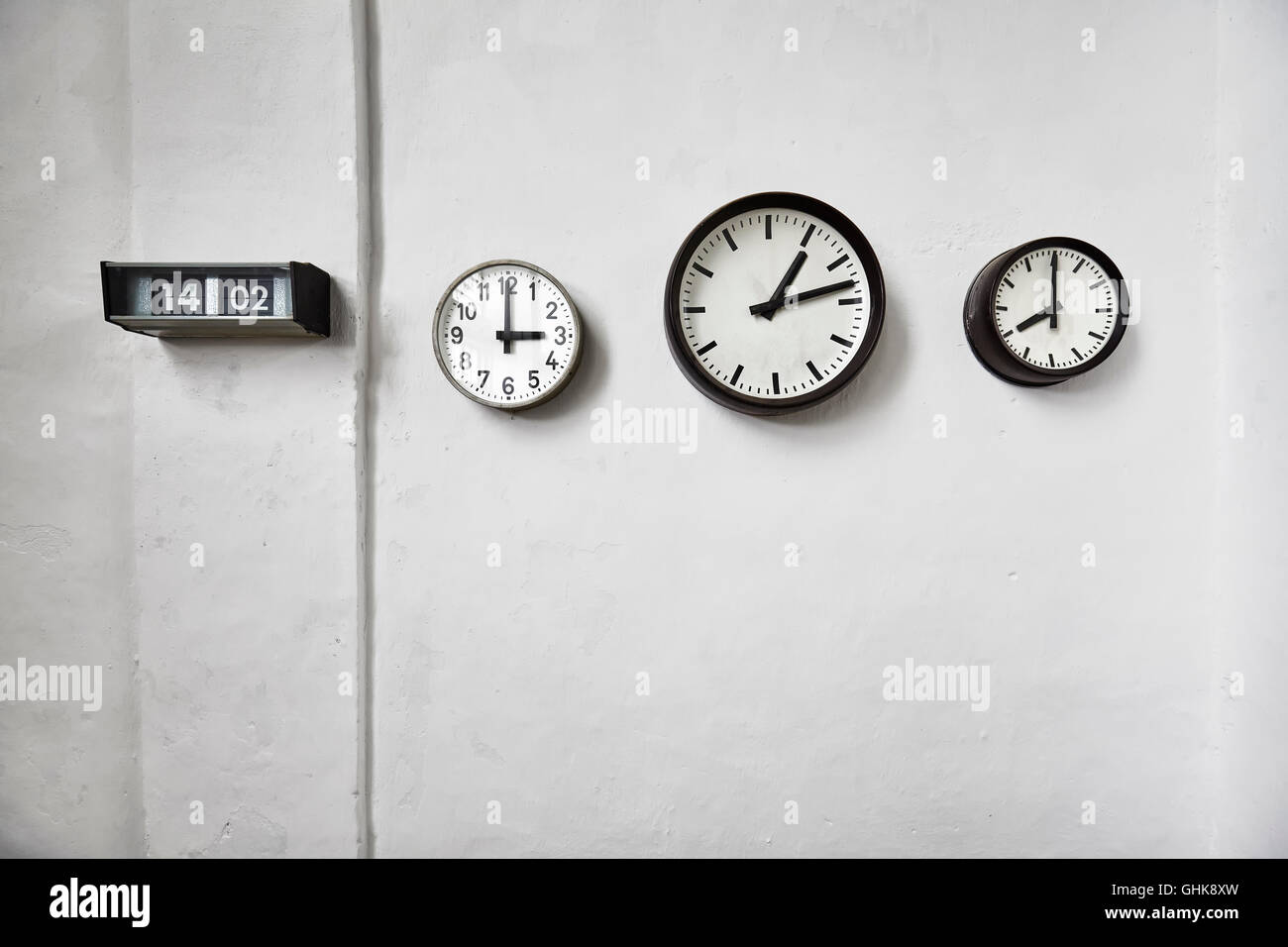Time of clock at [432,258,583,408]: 3:00
